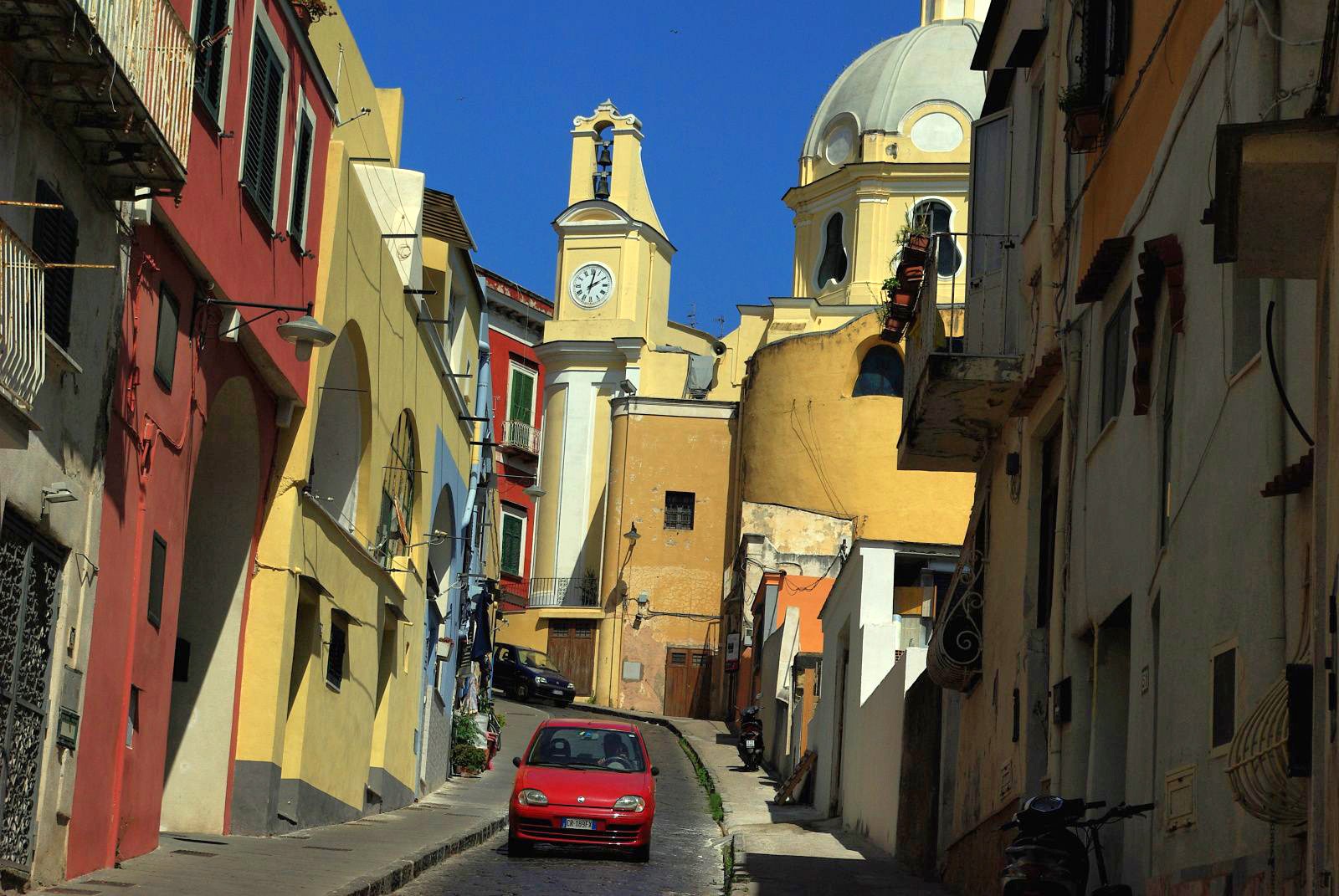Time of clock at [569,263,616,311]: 2:02
